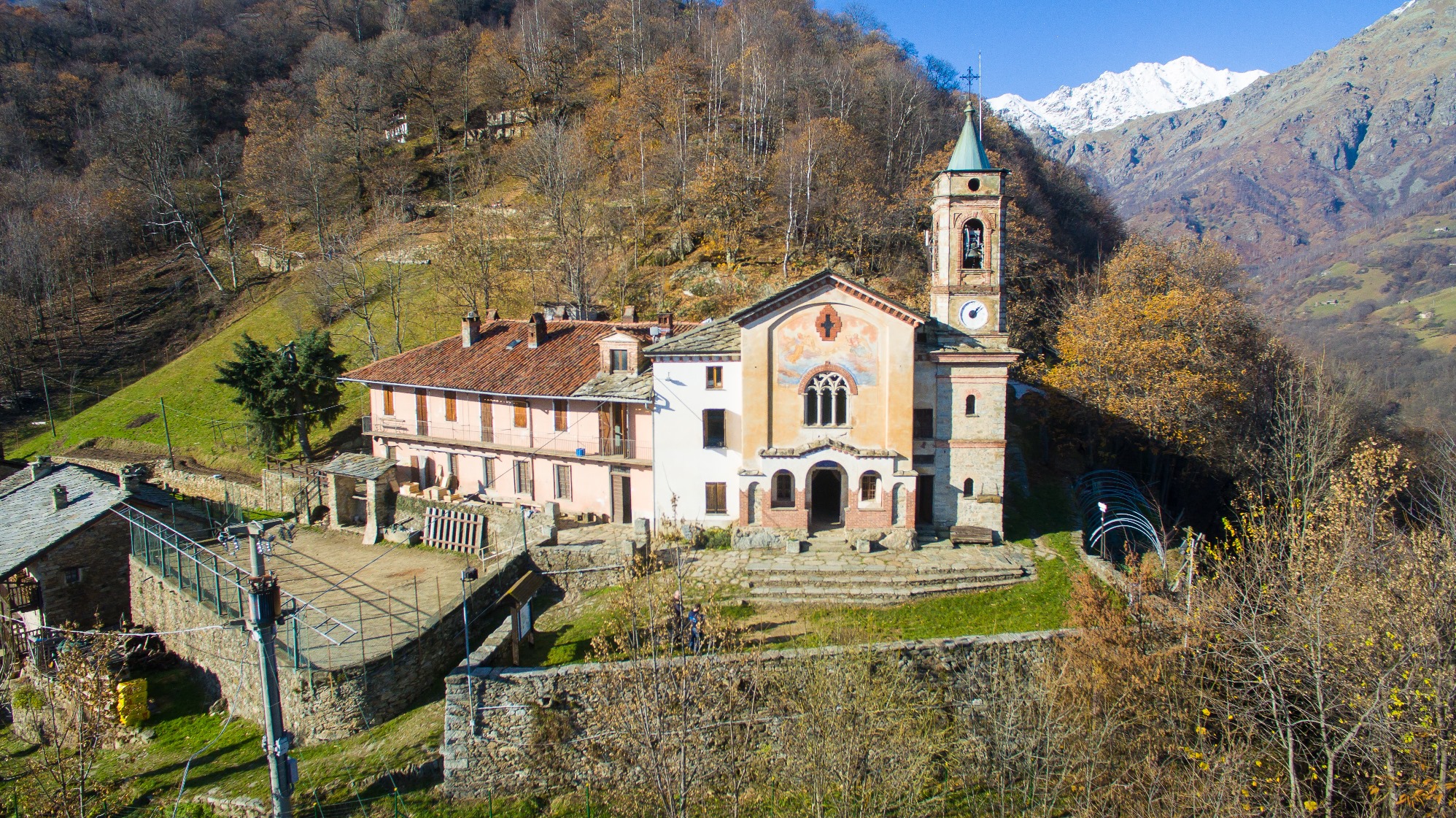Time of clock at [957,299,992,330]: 1:07
